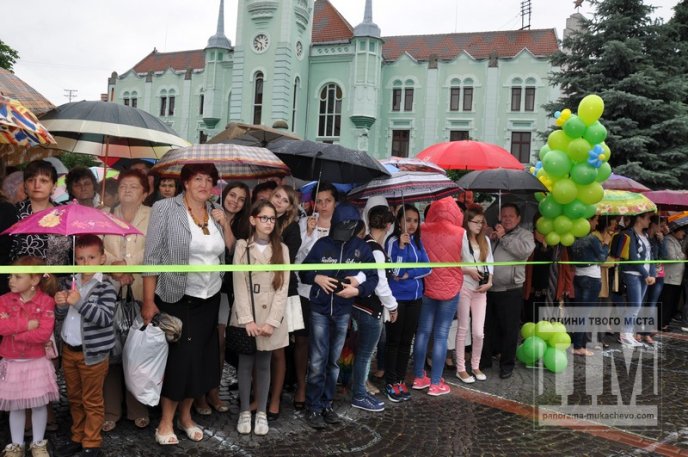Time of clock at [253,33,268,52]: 5:49
